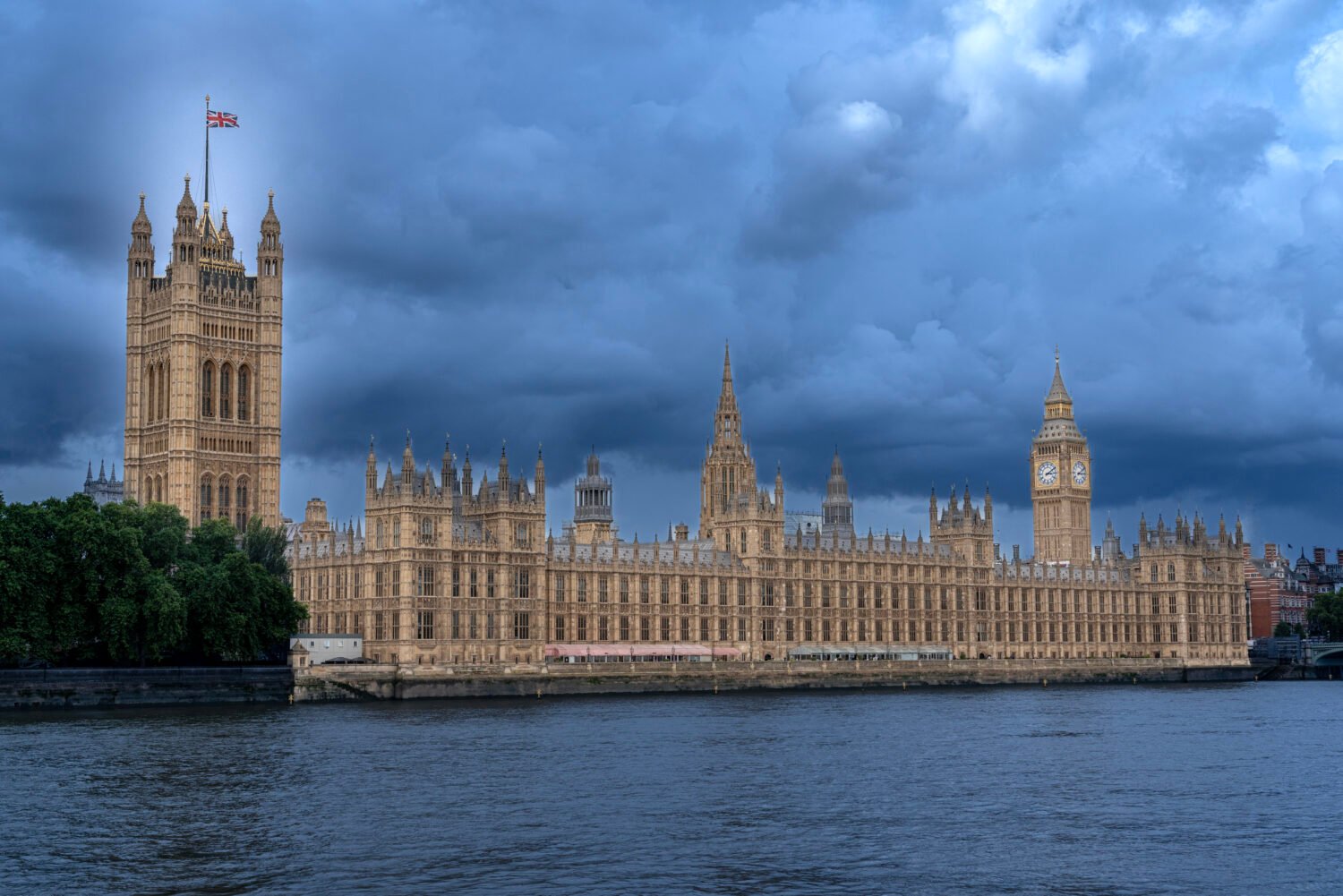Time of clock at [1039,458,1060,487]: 3:09
